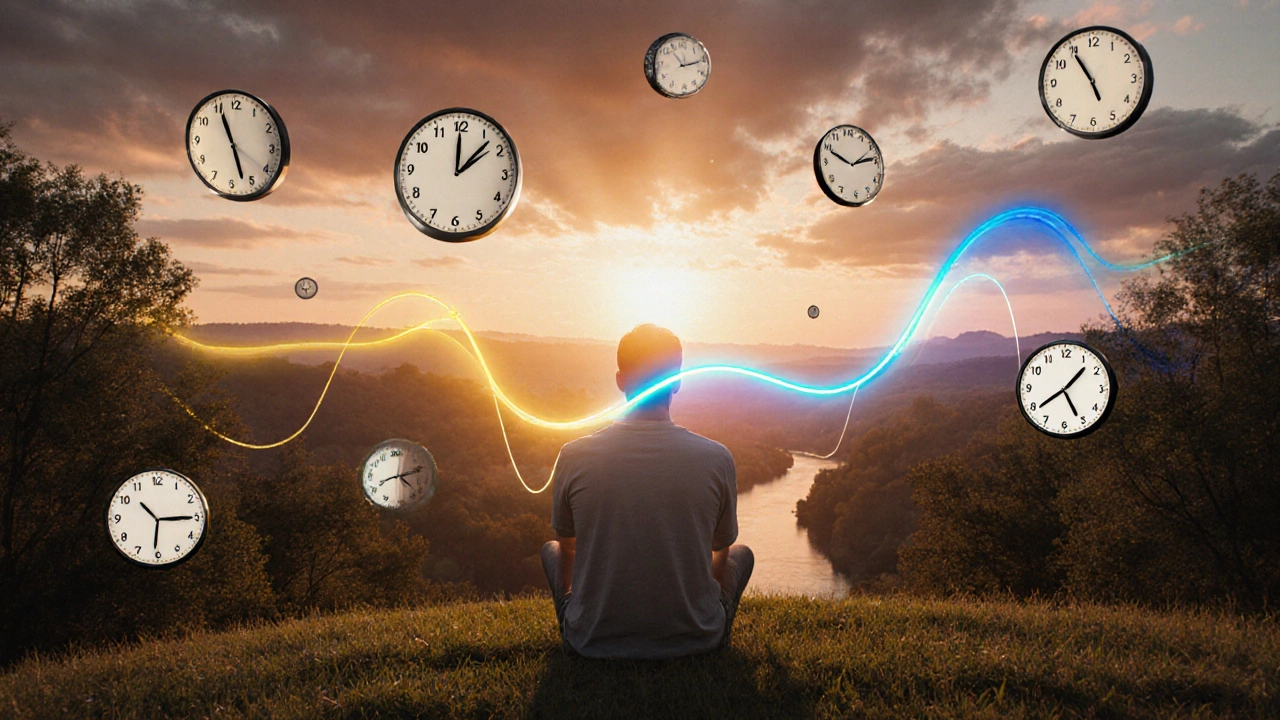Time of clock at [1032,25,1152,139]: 10:54
